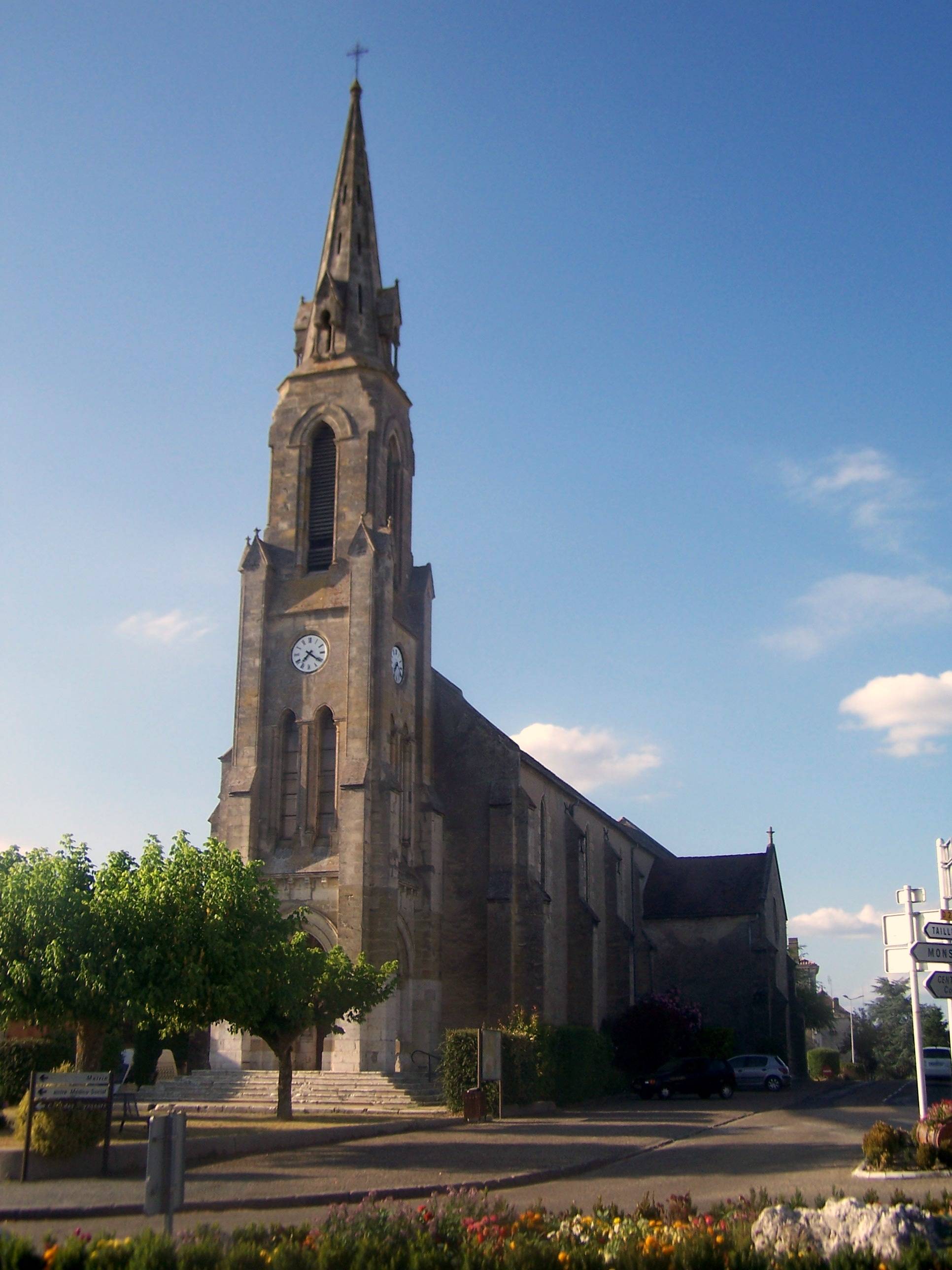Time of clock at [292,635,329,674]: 7:20
